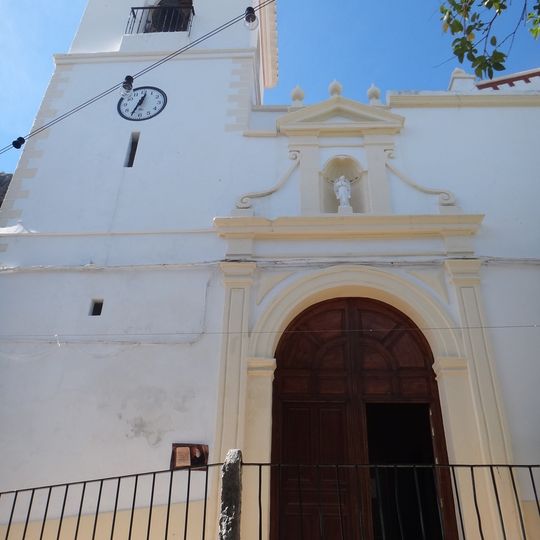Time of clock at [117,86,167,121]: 12:34
